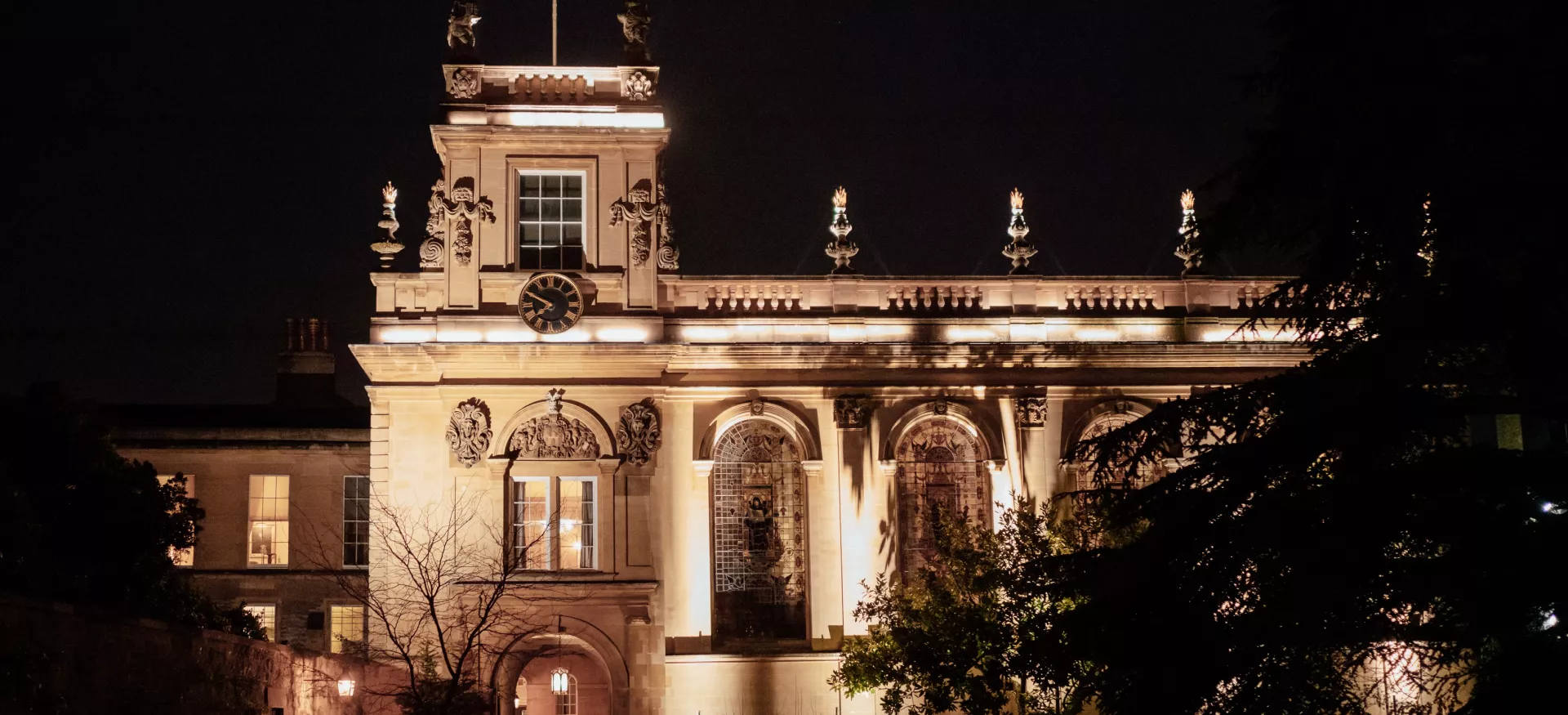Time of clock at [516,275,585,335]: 7:49
